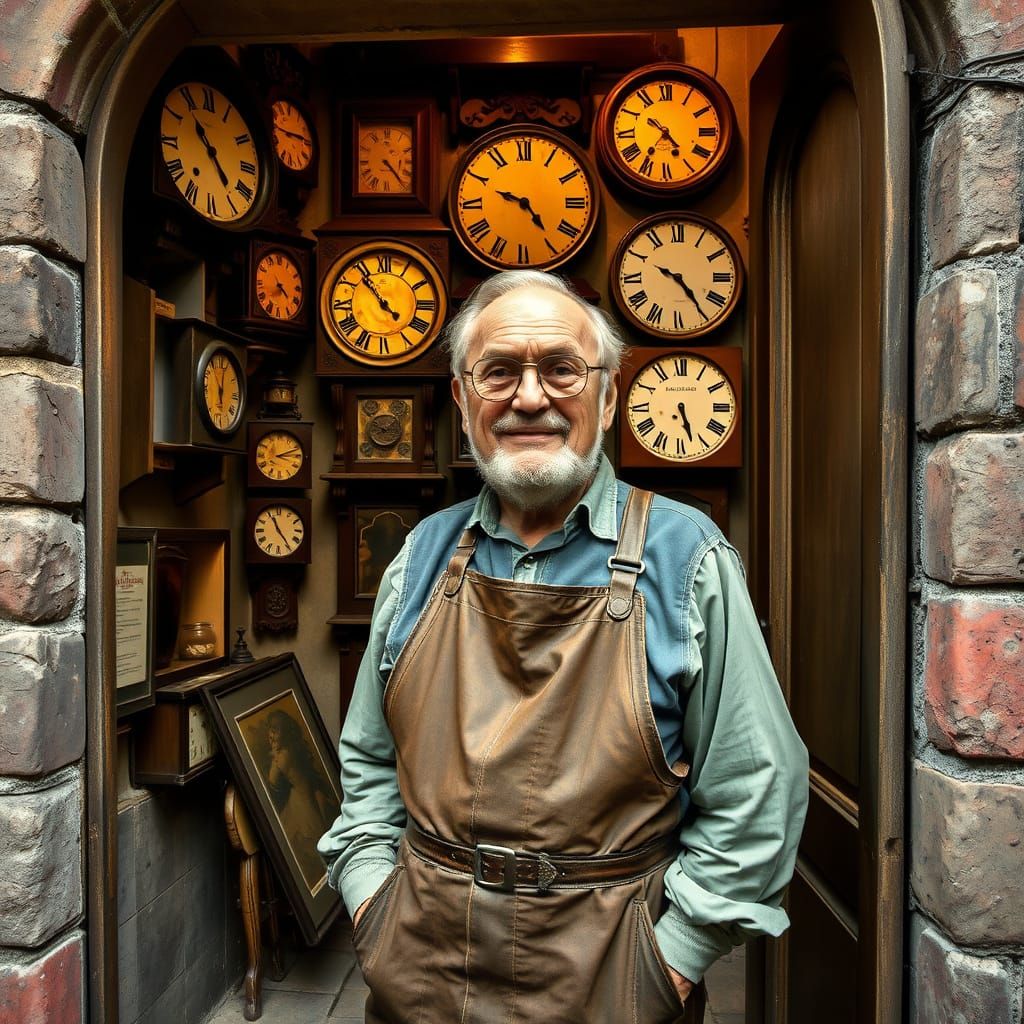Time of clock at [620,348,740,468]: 5:26
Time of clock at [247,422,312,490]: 3:11
